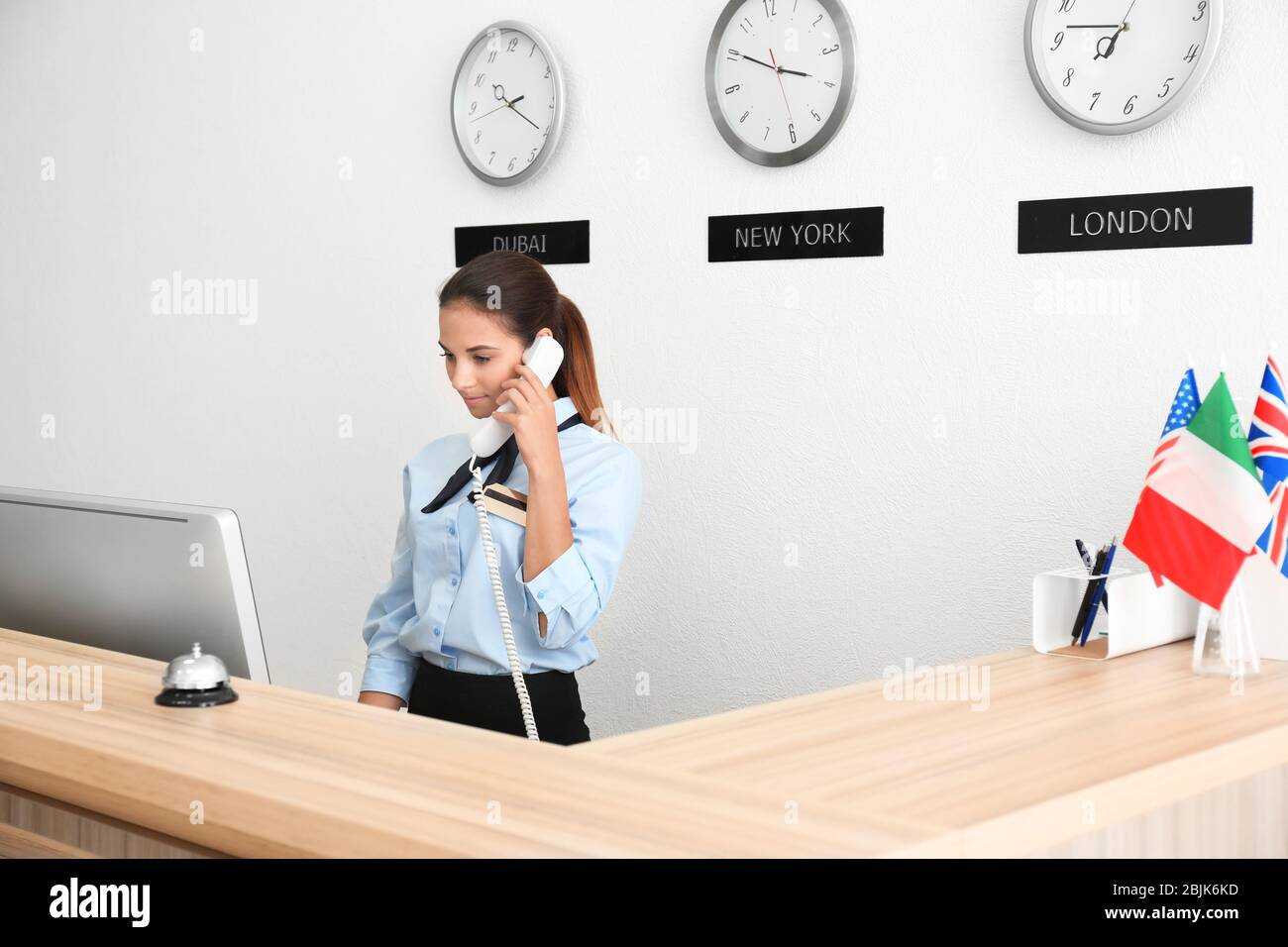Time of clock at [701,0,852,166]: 3:50
